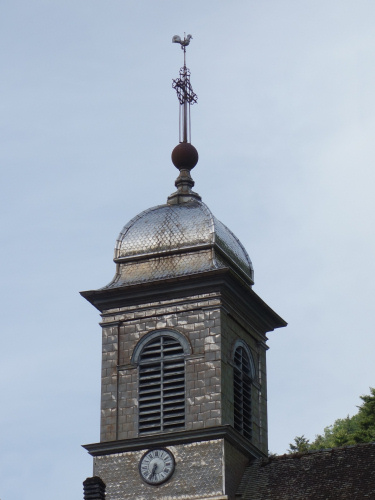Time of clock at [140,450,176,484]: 6:34
